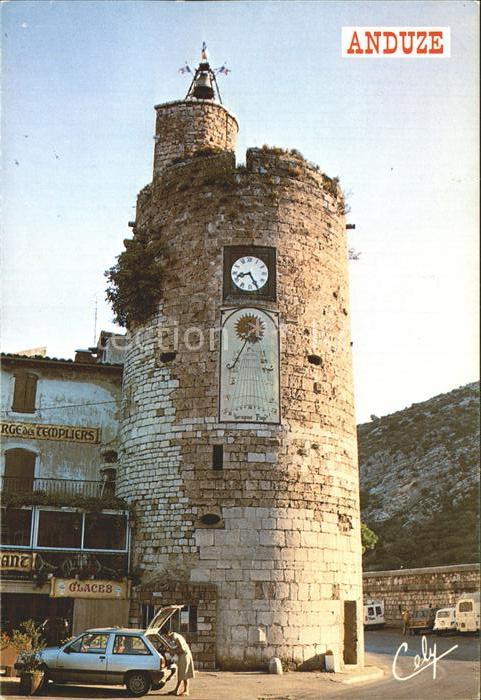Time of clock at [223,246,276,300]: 8:25
